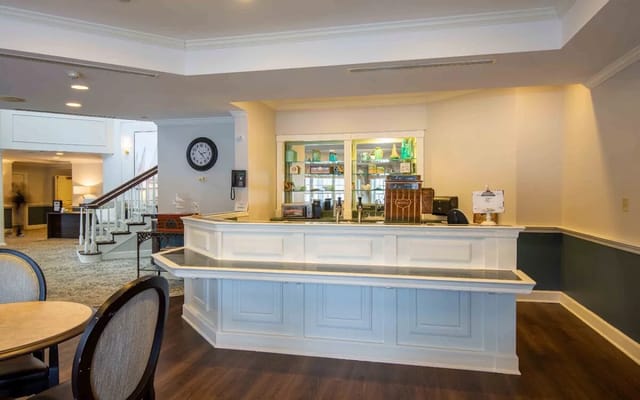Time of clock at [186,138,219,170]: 2:23
